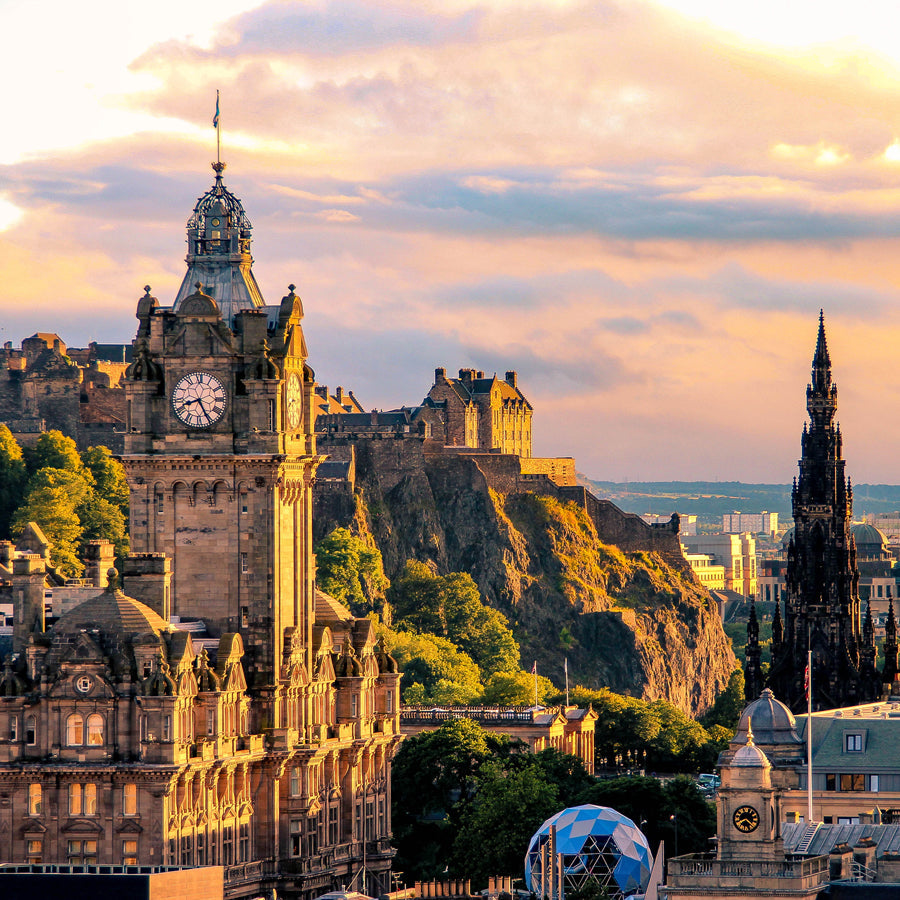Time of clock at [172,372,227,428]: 8:25
